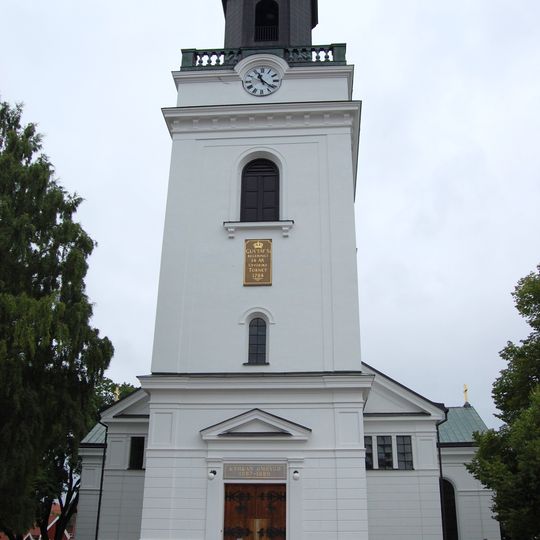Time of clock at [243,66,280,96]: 11:21
